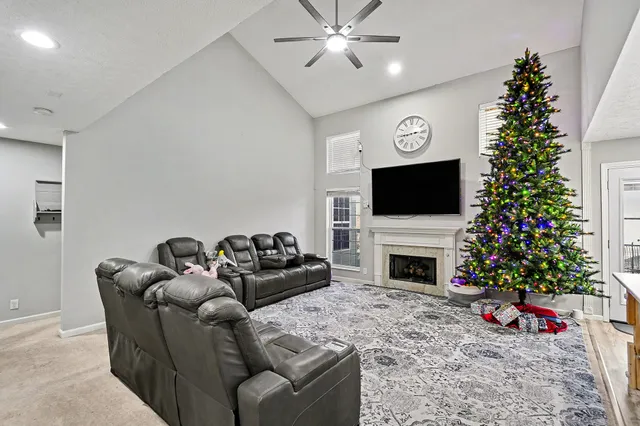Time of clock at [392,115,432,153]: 2:44
